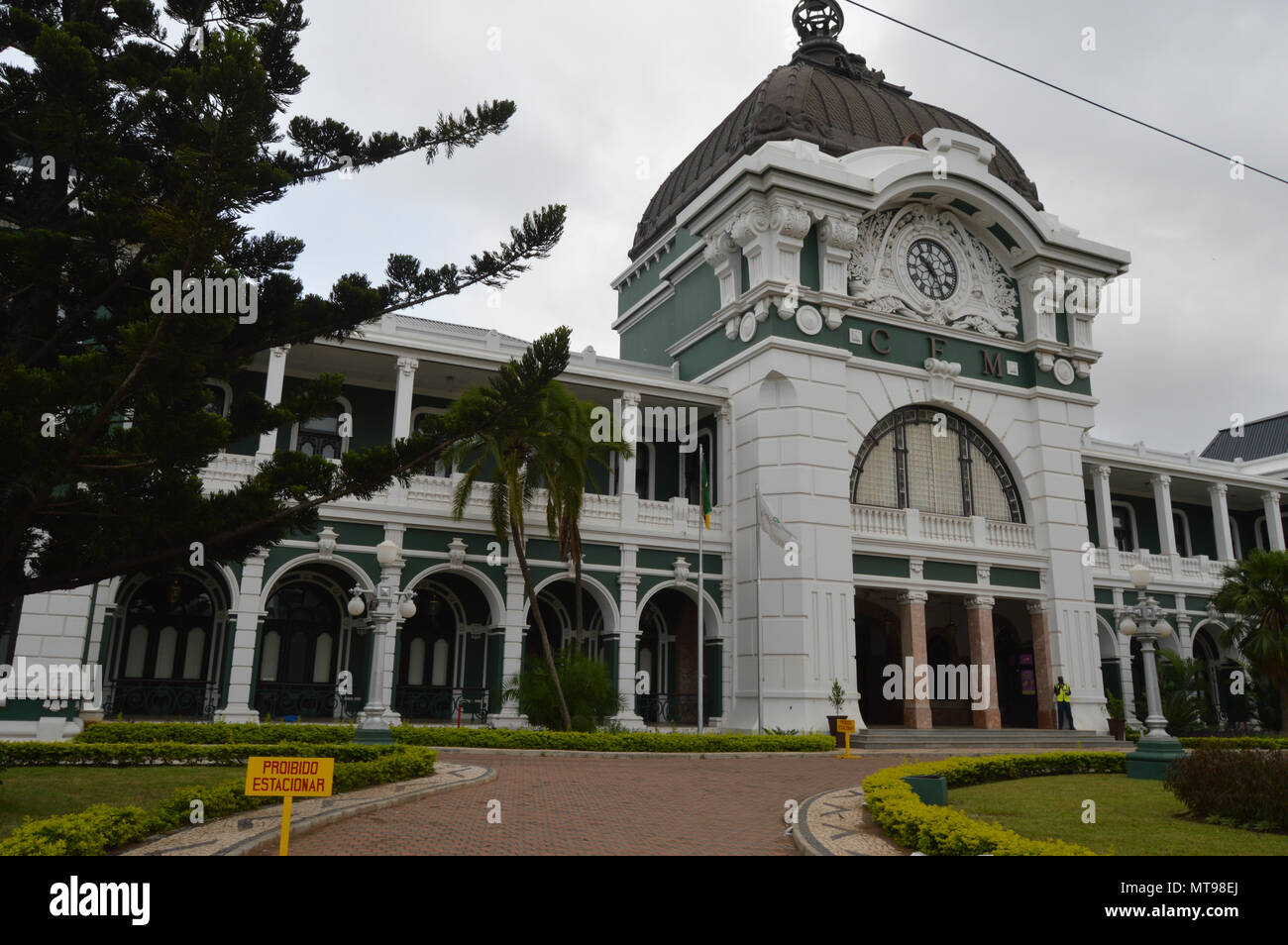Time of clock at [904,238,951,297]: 10:24
